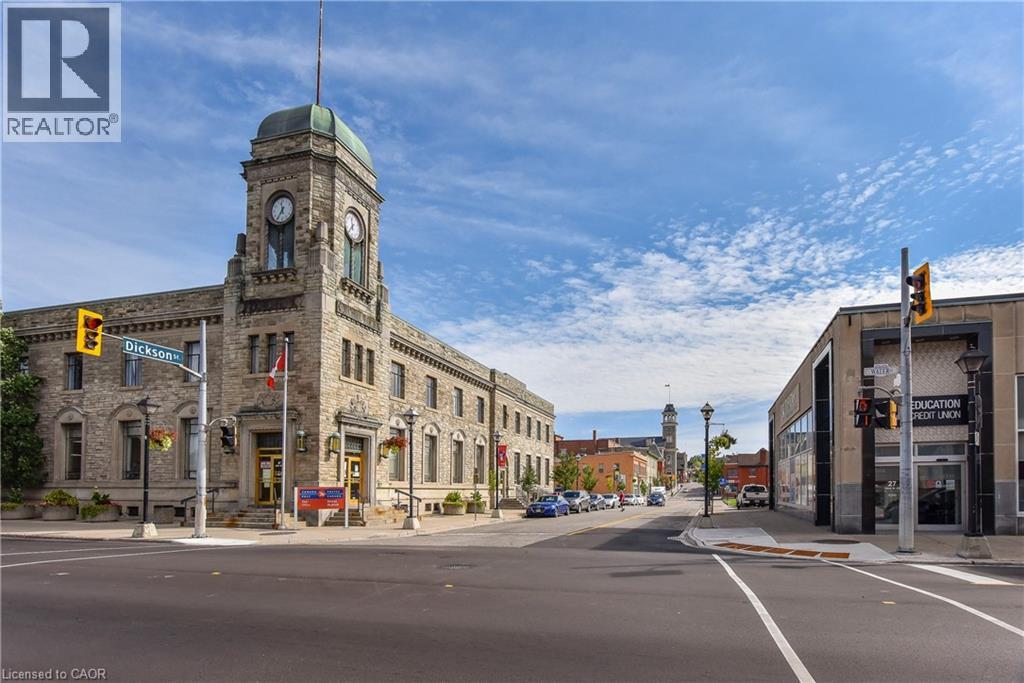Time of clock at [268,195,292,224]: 11:35
